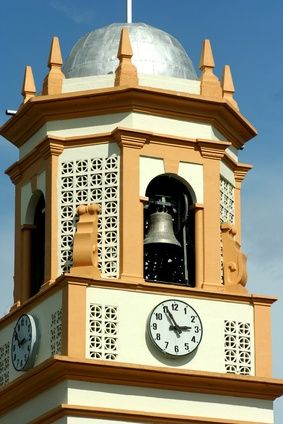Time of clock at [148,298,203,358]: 2:55
